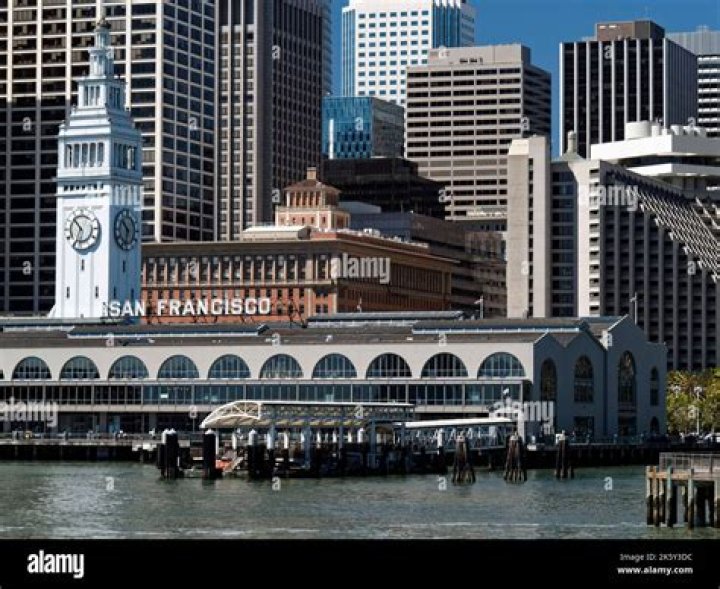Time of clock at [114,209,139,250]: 10:32
